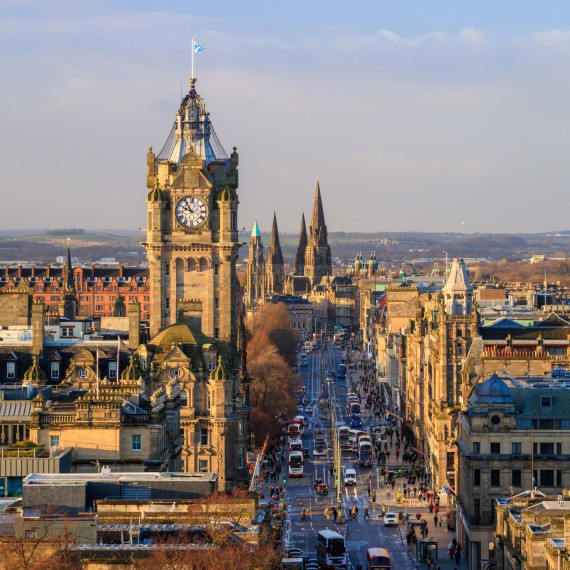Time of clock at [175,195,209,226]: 9:53
